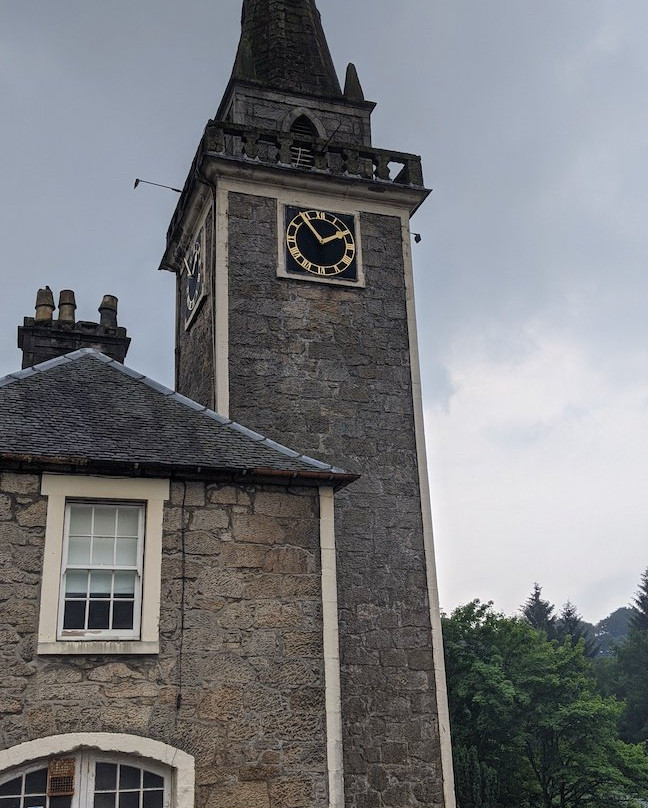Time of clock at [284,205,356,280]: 1:54
